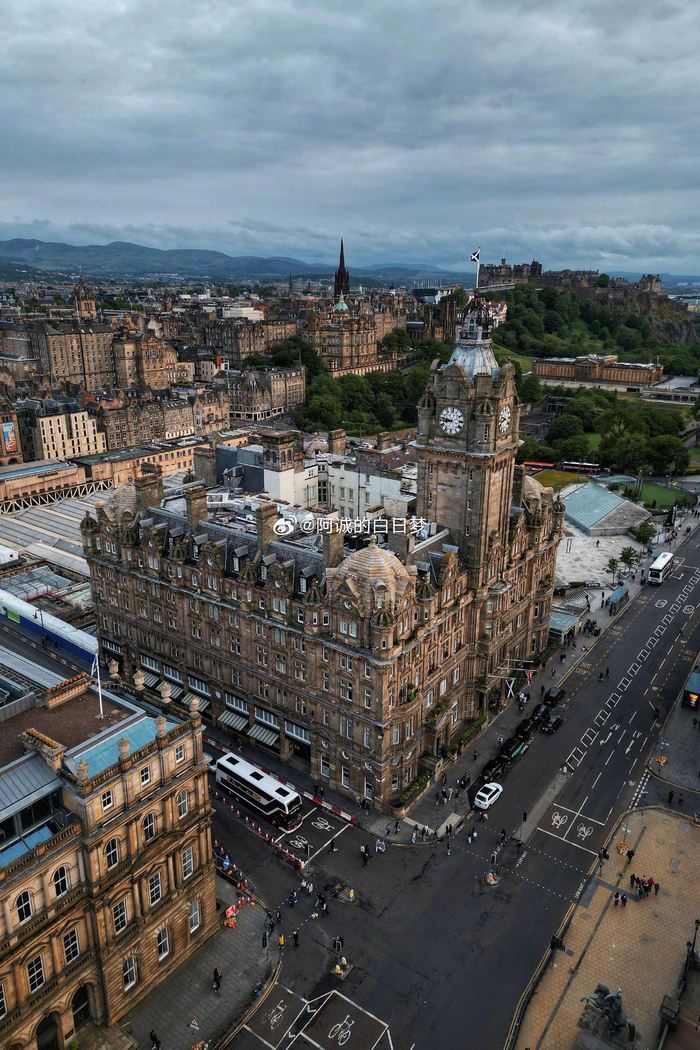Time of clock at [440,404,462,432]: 8:46
